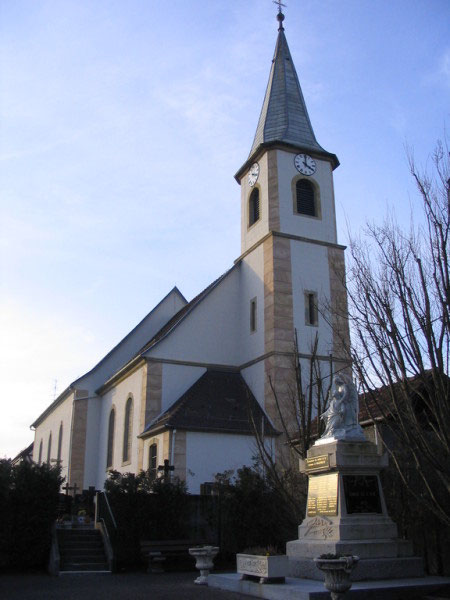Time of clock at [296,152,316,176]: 4:00
